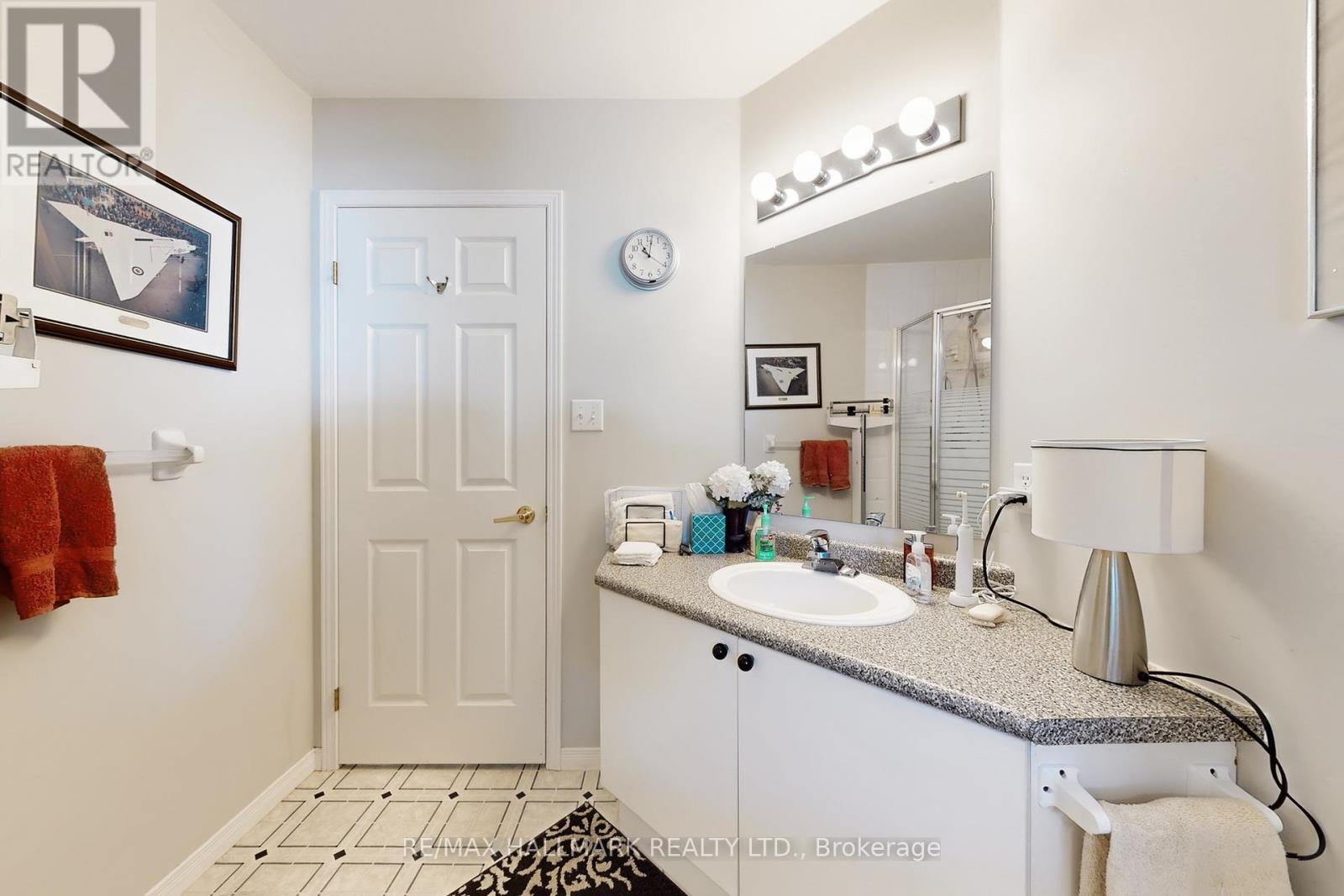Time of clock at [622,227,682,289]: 10:01
